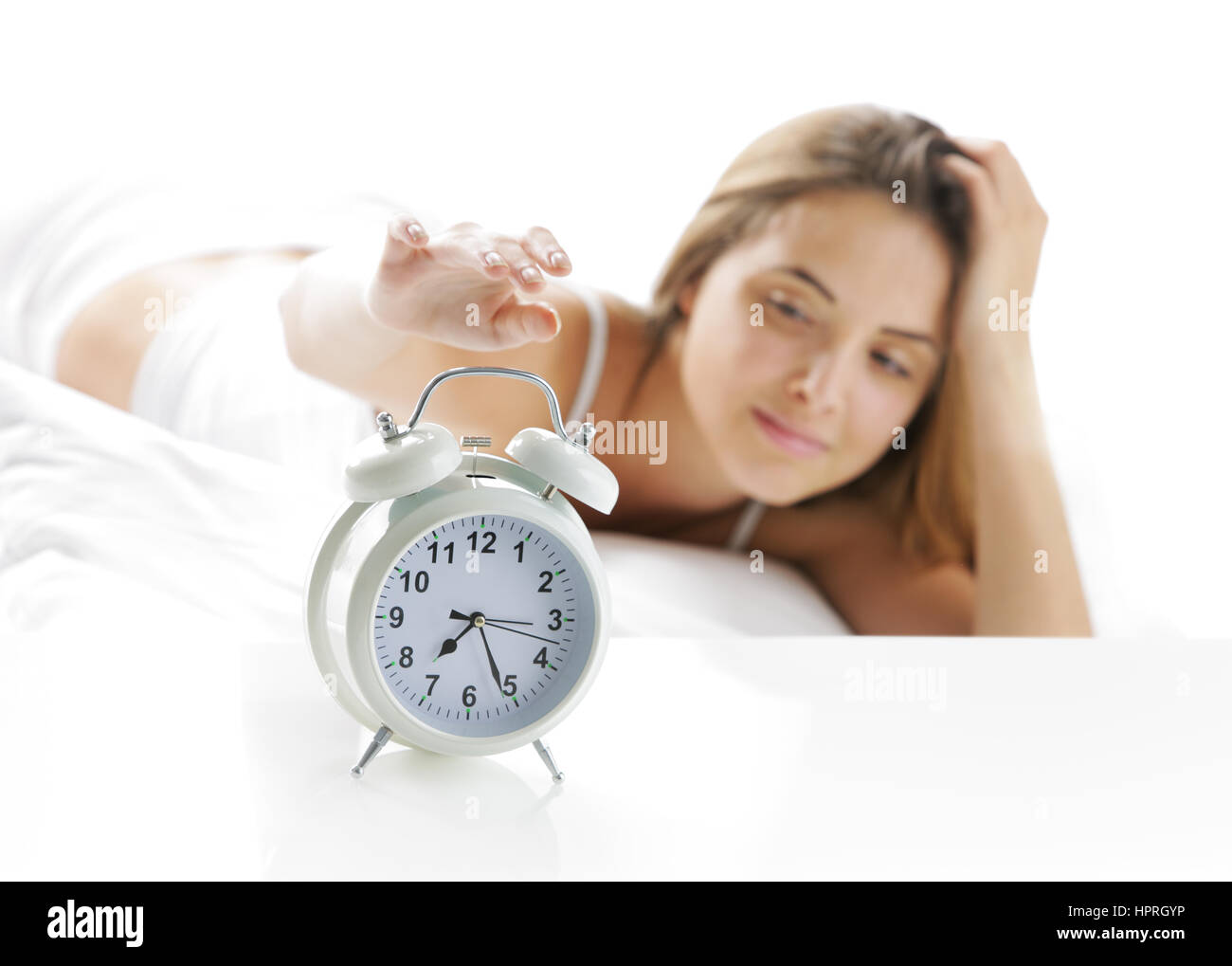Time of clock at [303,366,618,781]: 7:16
